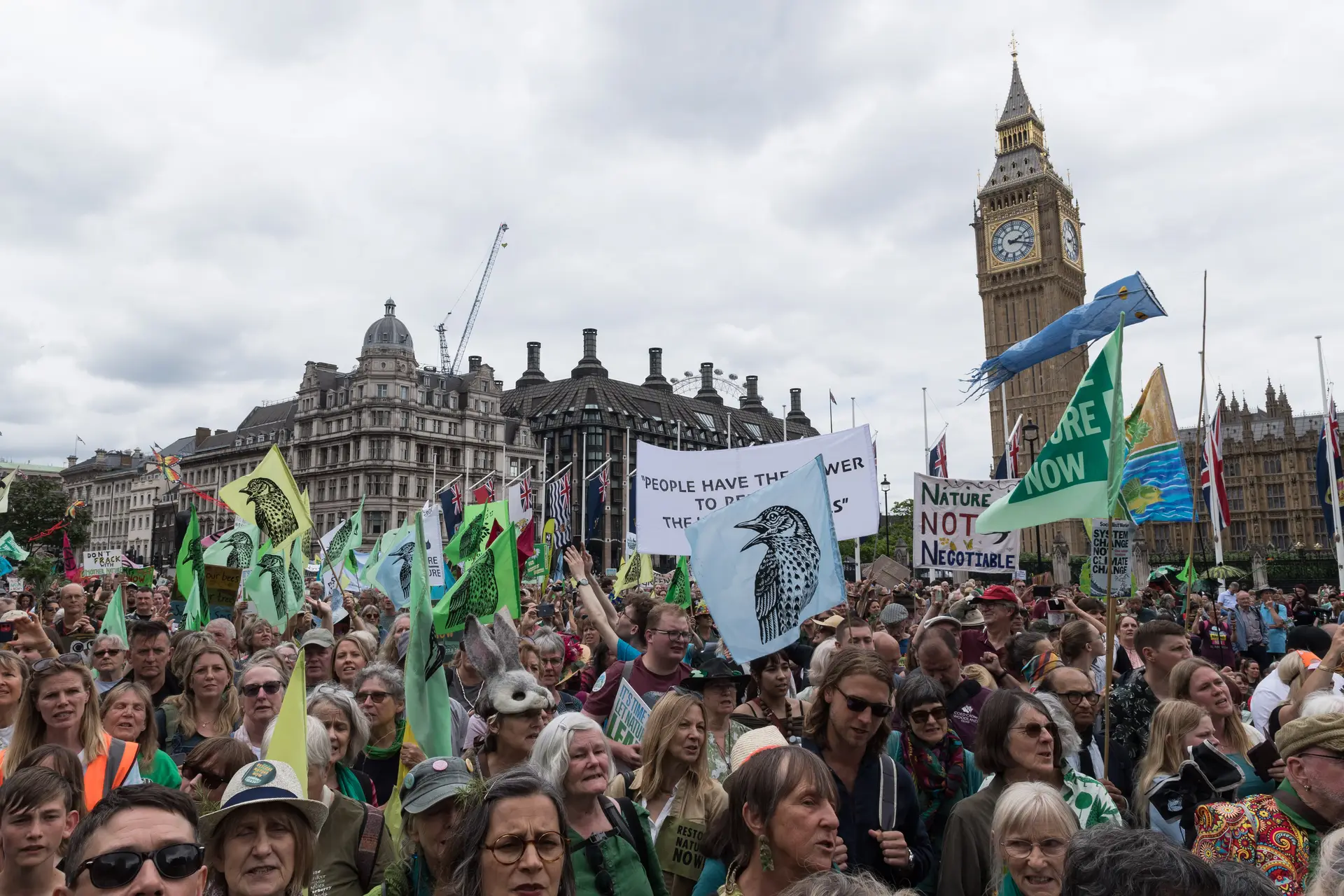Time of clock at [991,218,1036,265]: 2:18
